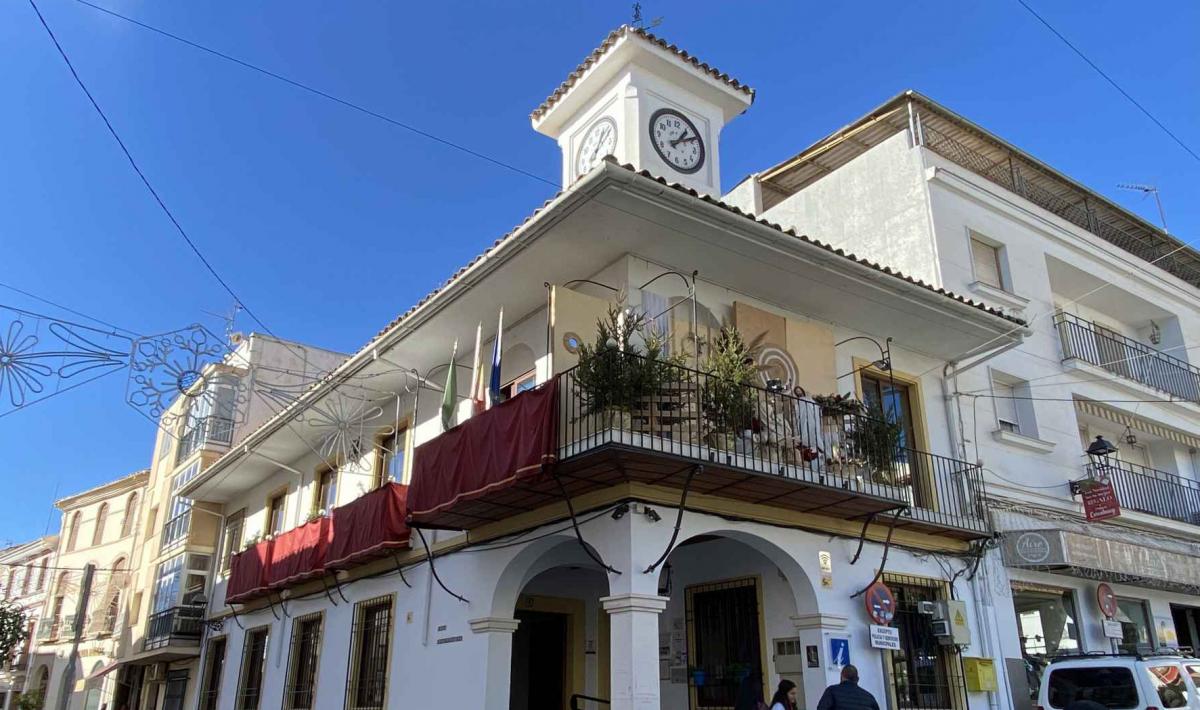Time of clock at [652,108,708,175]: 1:09
